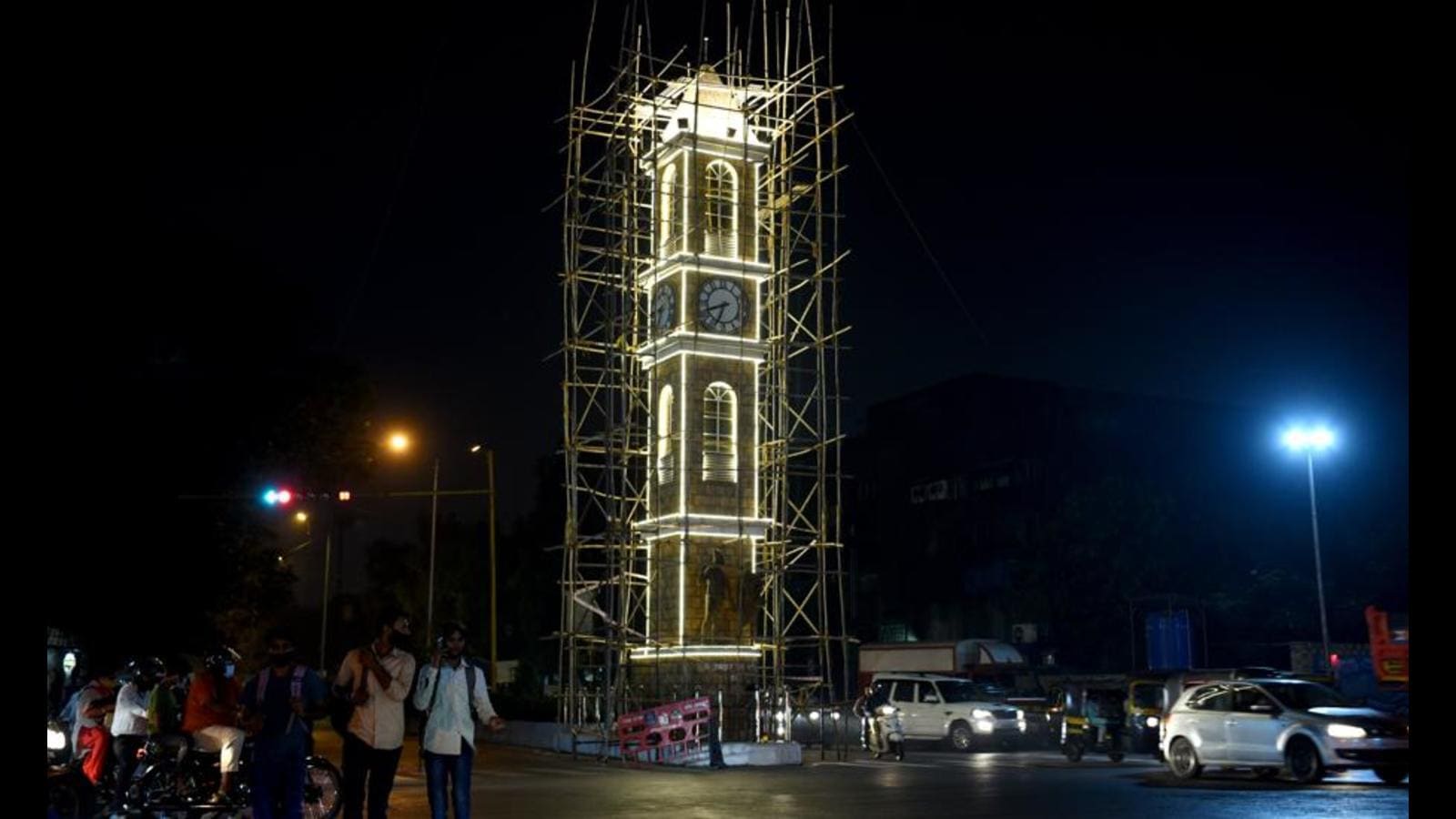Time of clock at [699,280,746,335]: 6:41
